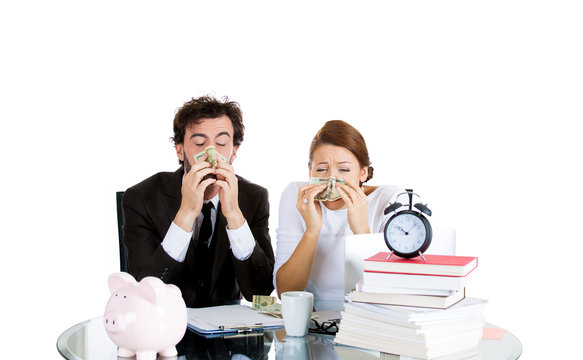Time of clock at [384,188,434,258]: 10:07
